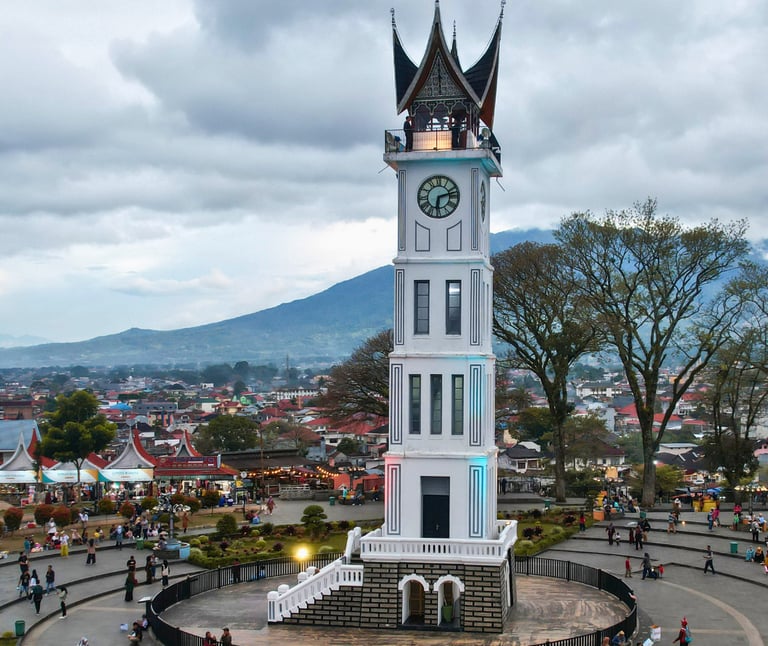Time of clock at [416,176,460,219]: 6:12
